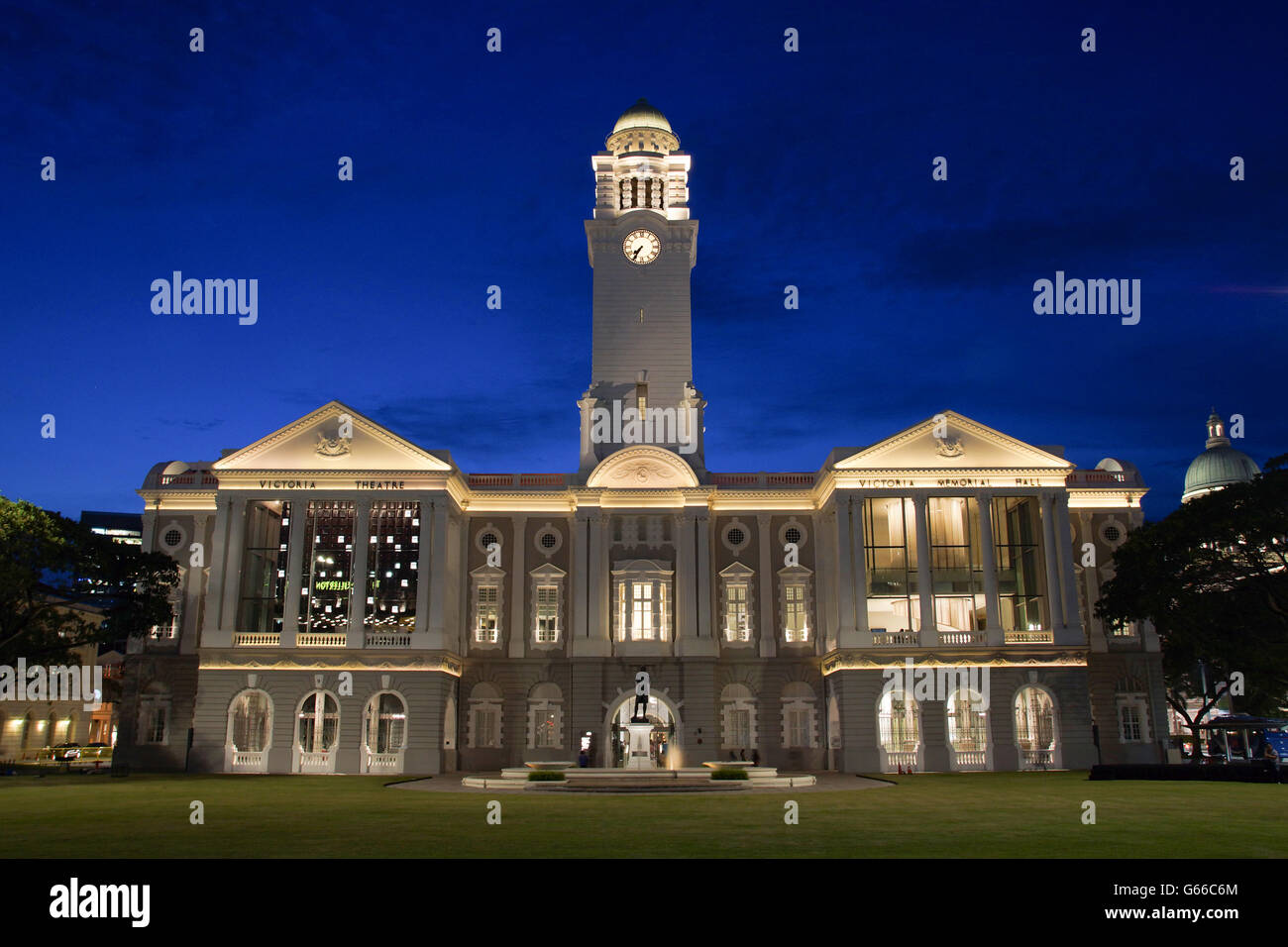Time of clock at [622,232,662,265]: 7:35
